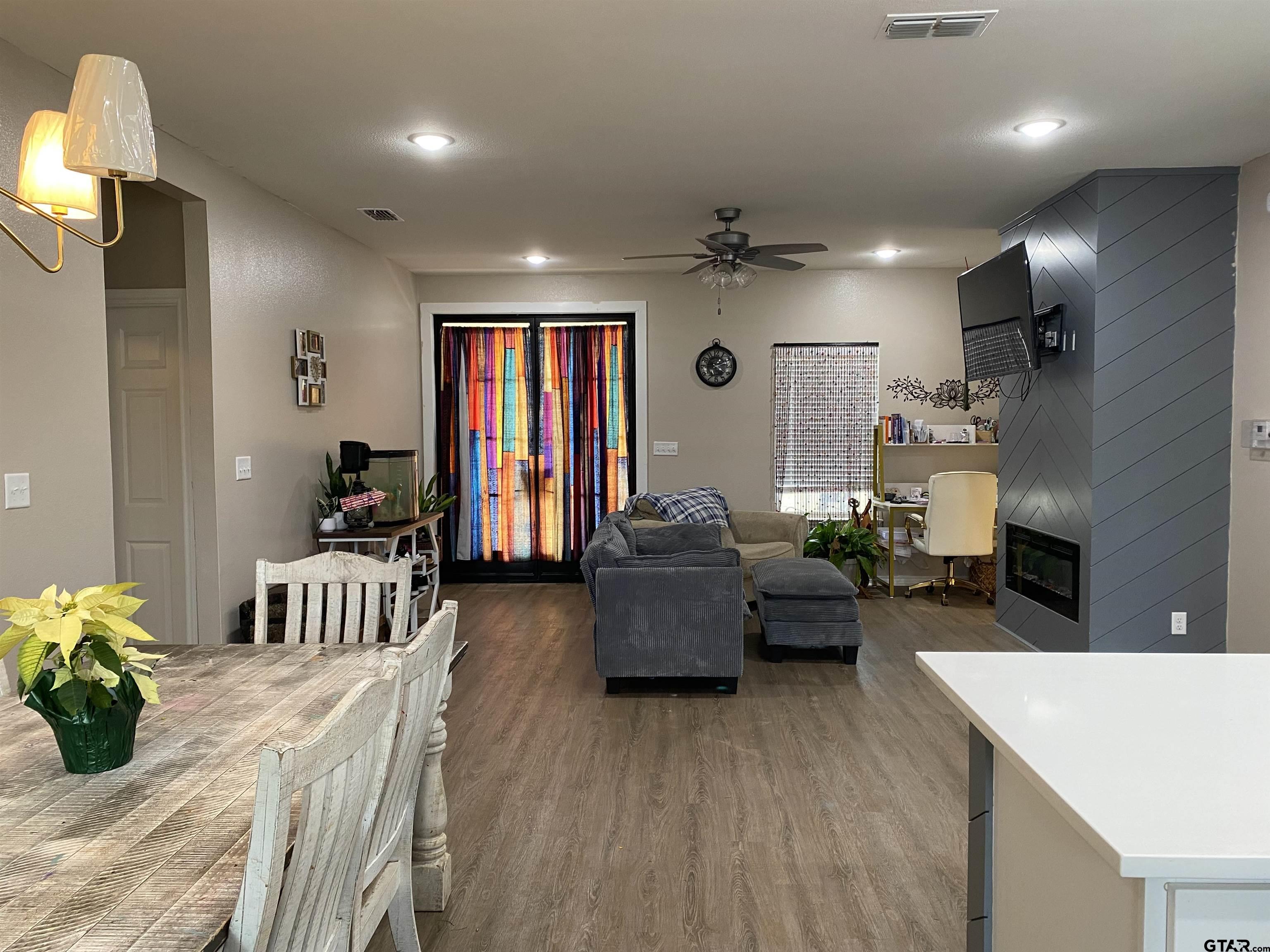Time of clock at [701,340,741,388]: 4:11
